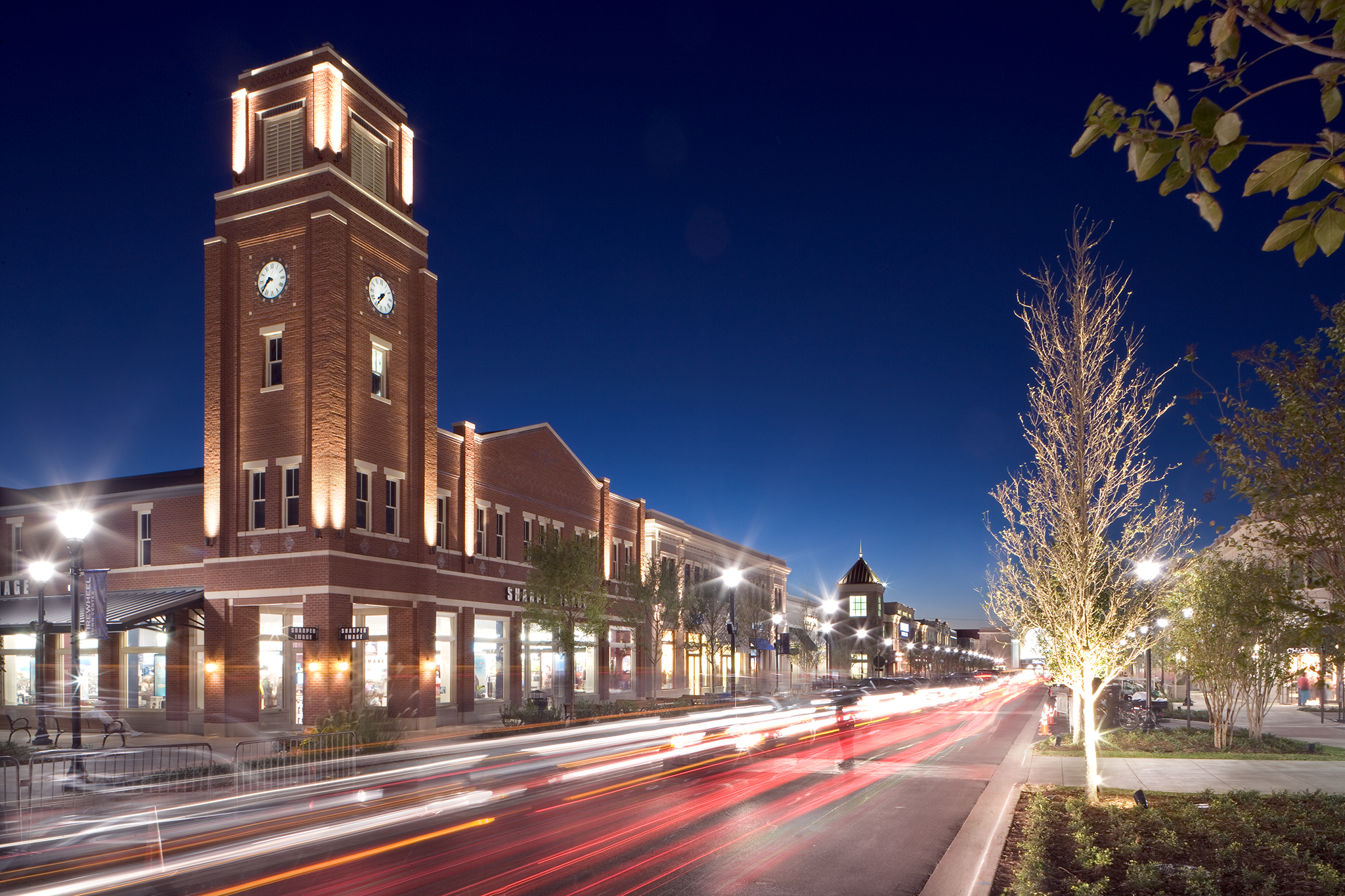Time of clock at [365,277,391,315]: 7:35
